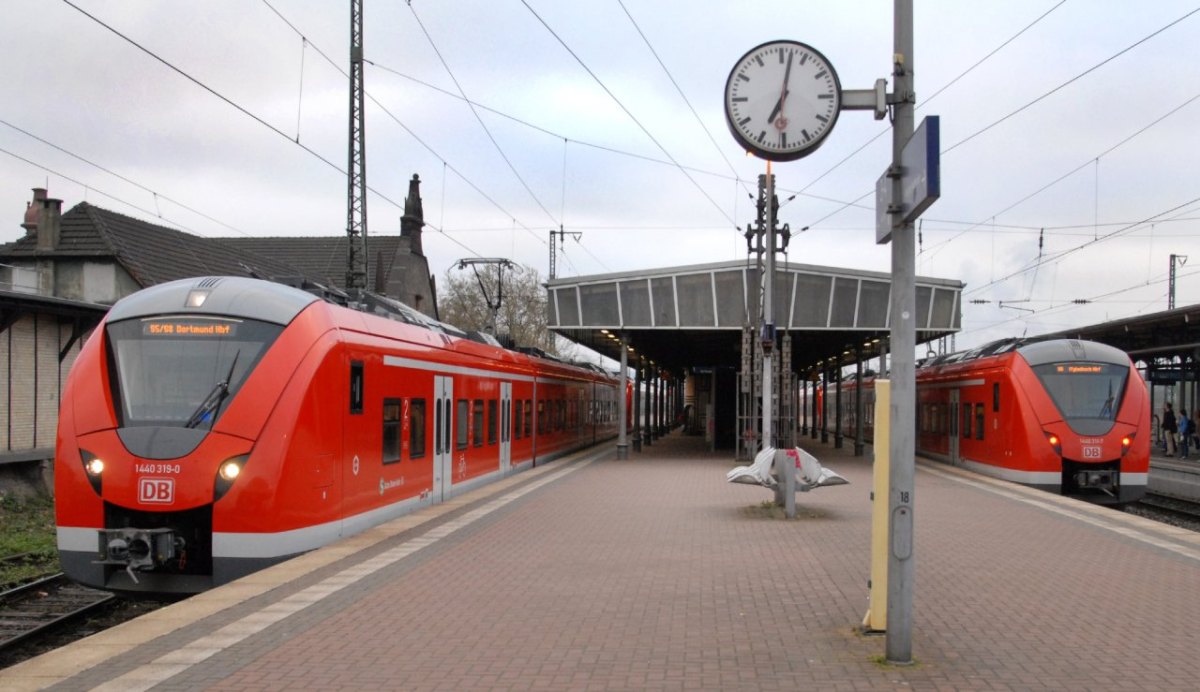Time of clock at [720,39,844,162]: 7:02
